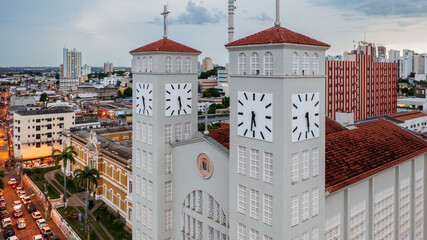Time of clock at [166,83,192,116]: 5:28
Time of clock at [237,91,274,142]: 5:31
